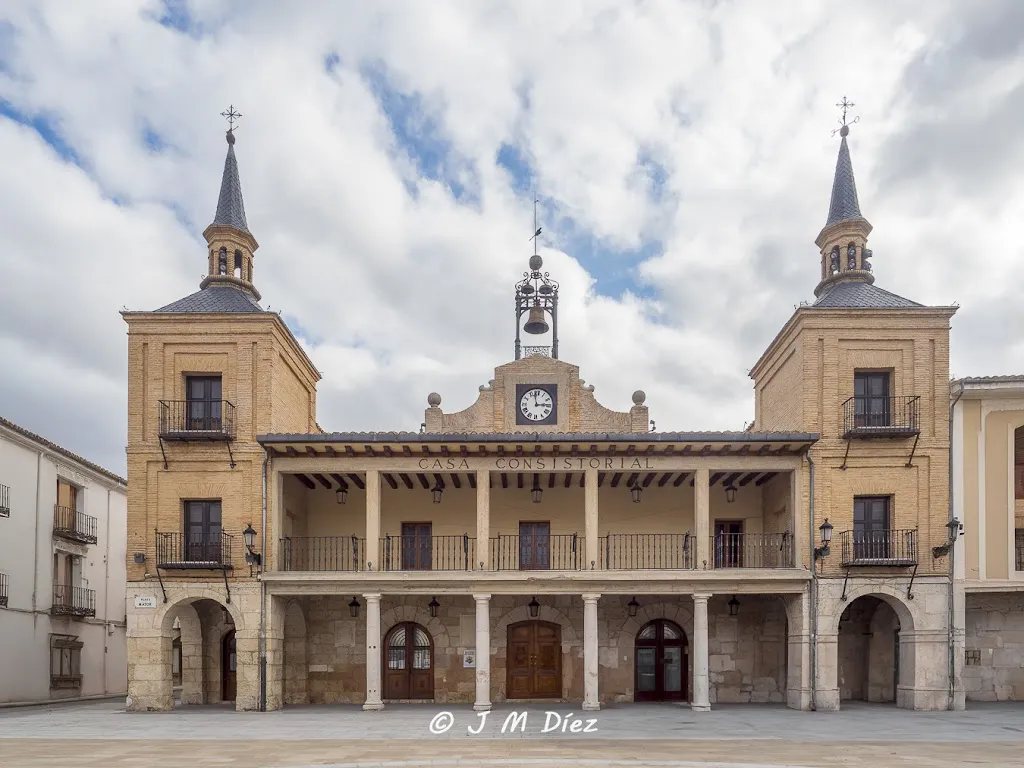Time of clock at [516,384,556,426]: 2:58
